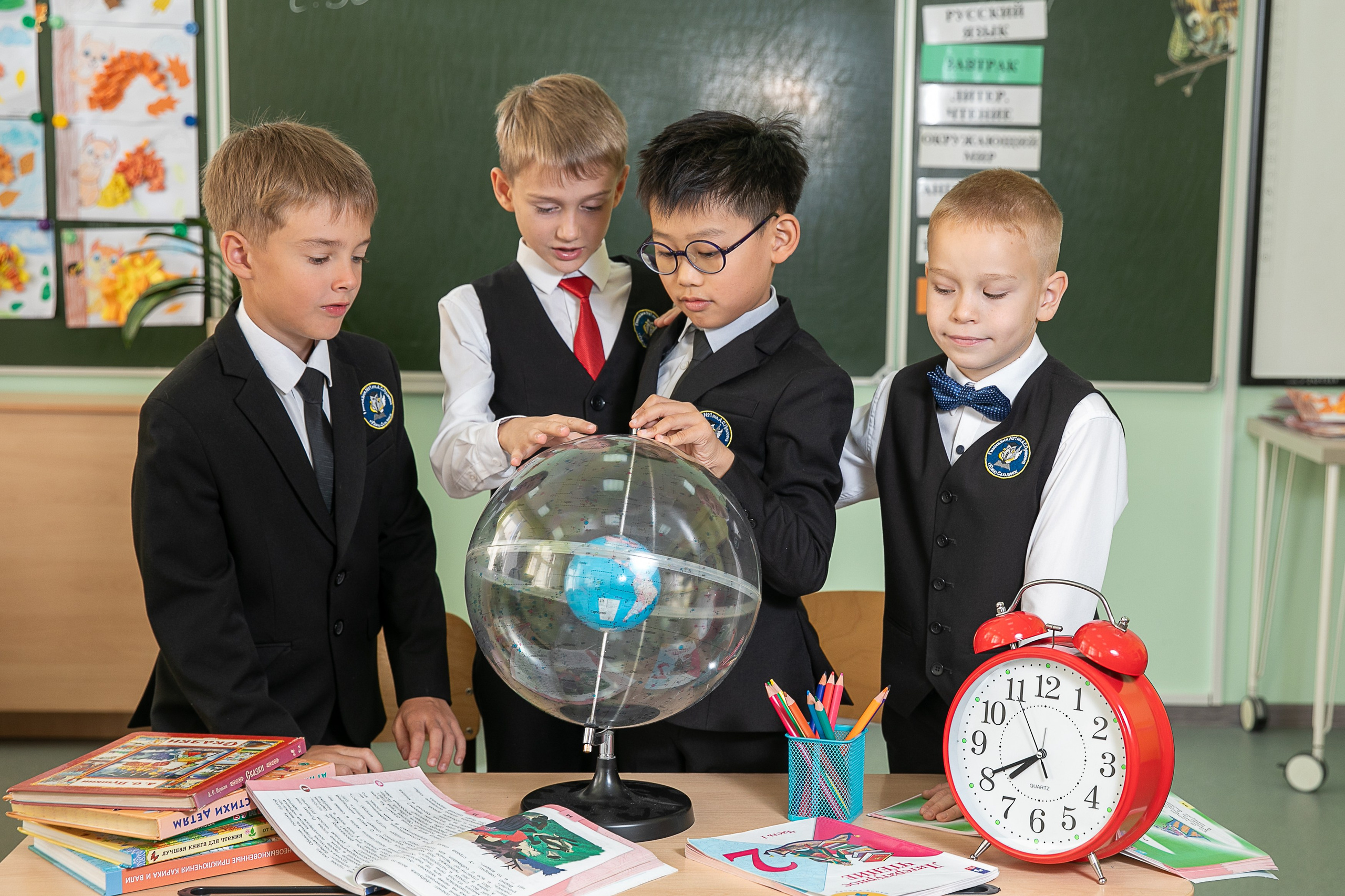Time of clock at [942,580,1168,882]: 7:40
